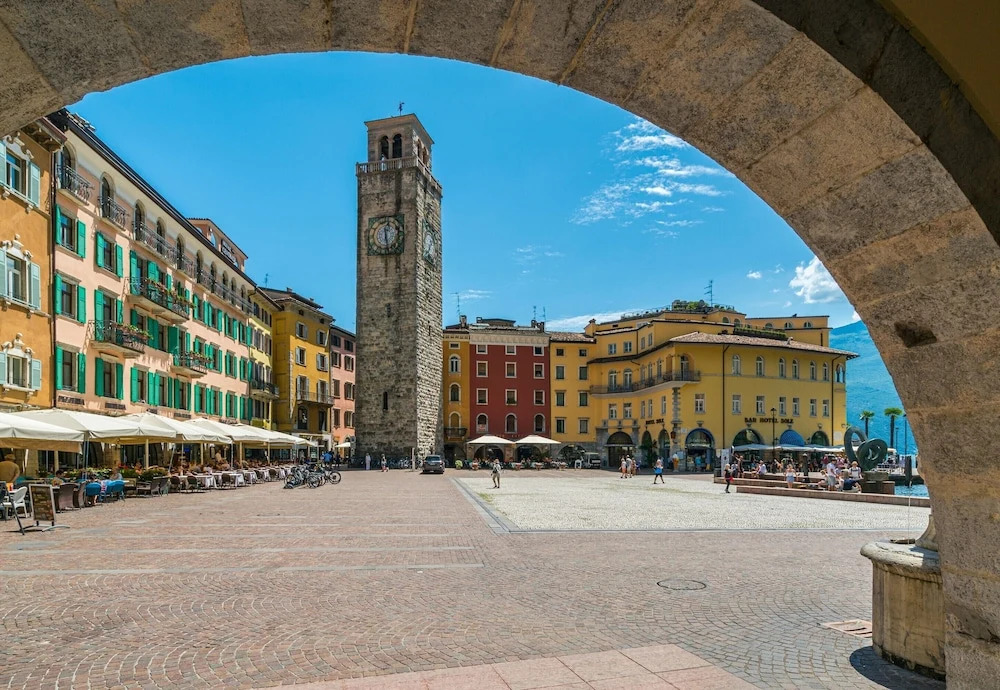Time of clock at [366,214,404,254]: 12:28
